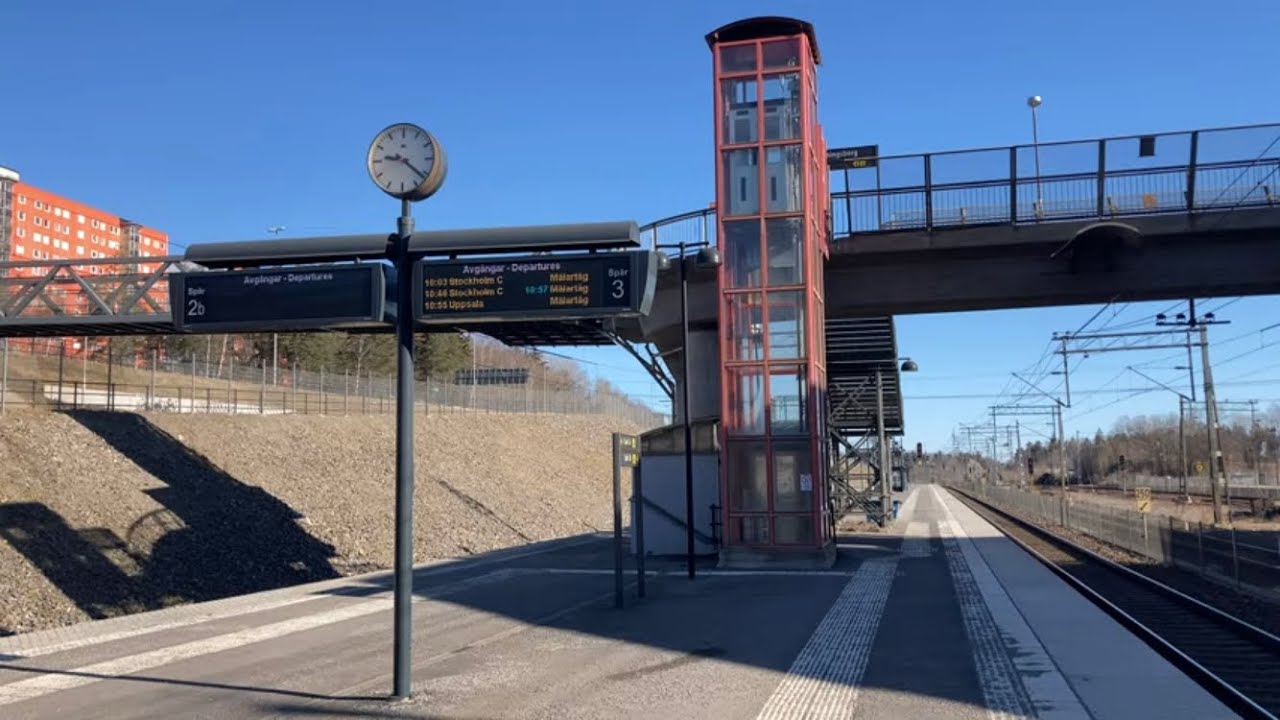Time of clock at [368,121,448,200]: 9:21
